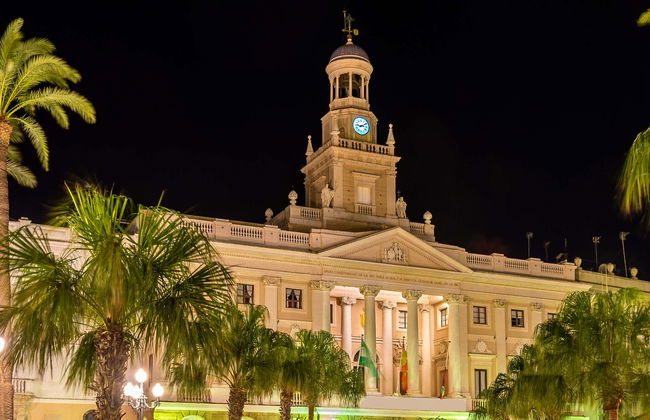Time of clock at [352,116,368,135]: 9:10
